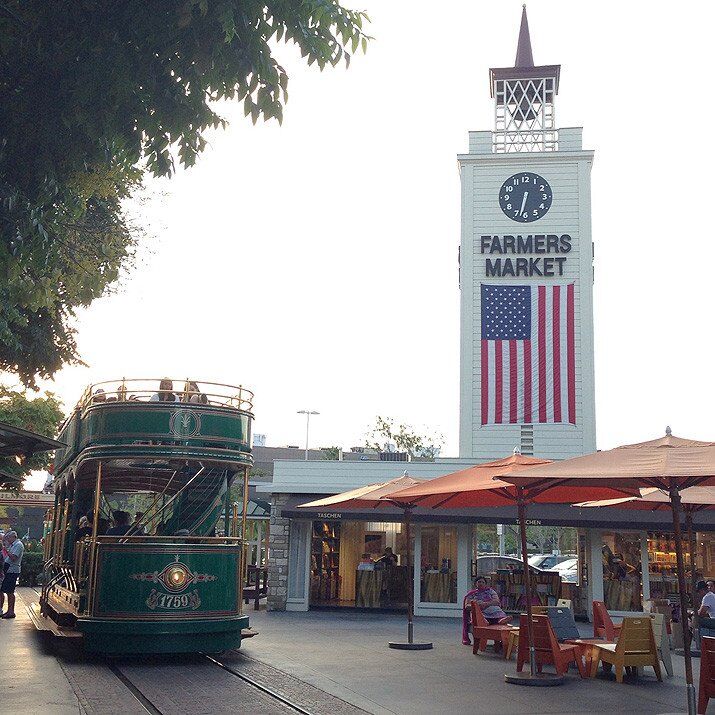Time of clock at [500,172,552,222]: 6:32
